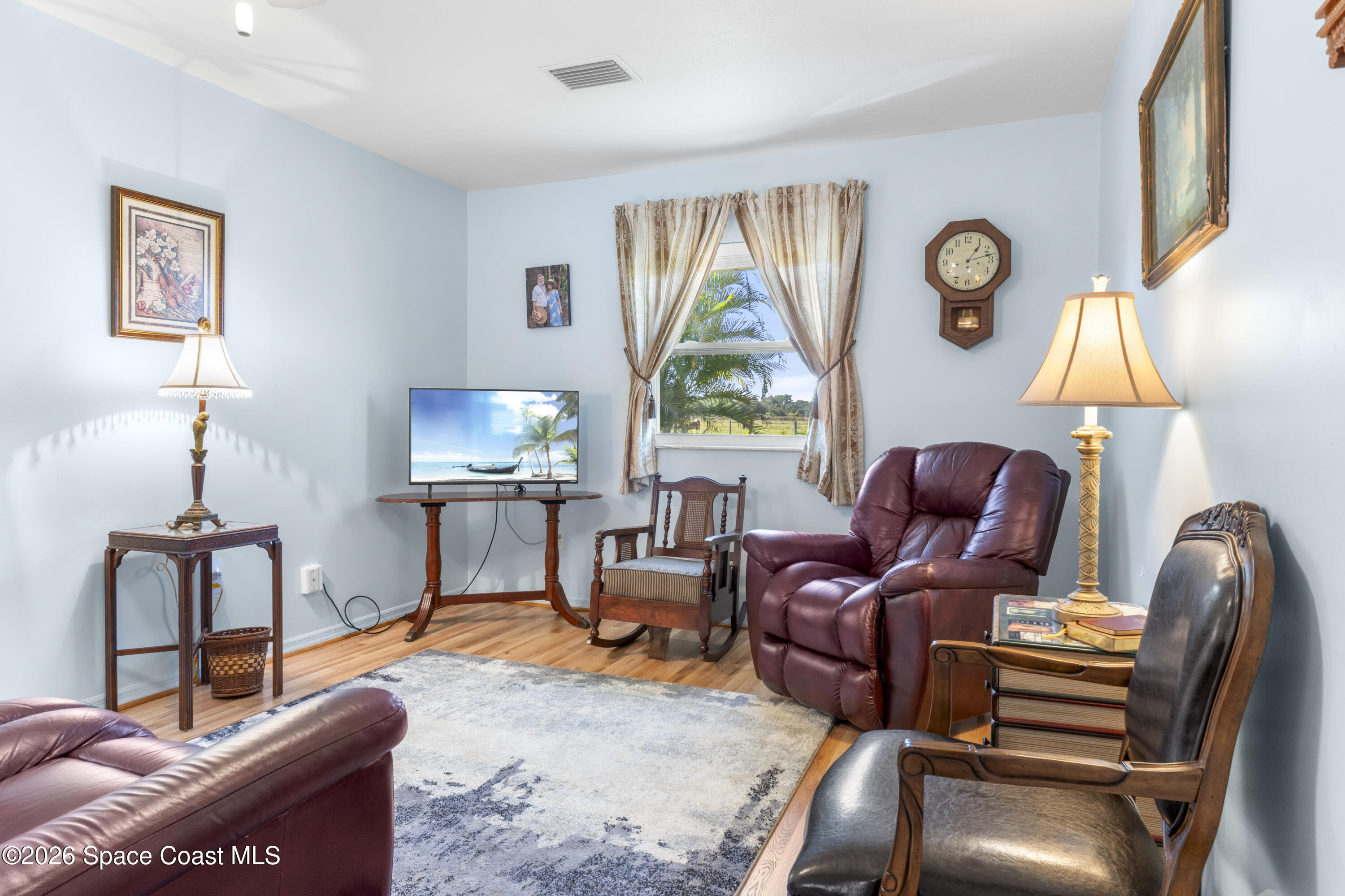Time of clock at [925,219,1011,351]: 1:12
